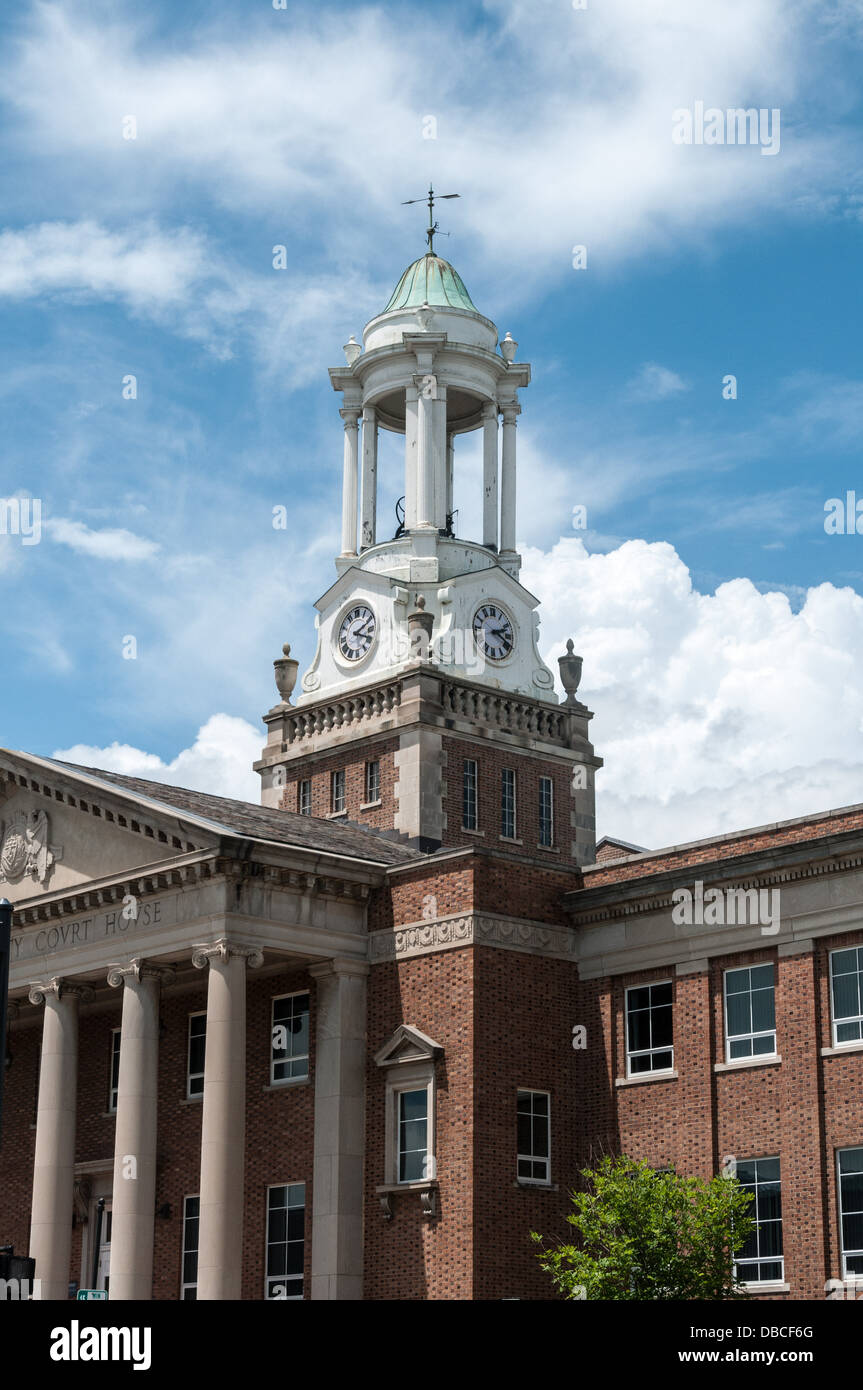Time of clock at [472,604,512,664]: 2:19
